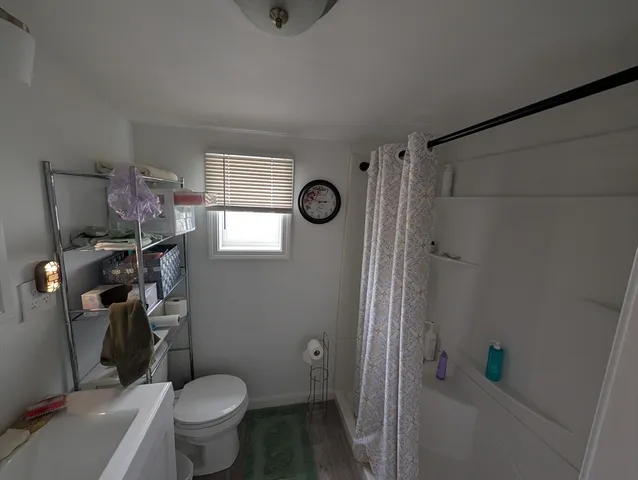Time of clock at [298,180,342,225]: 2:48
